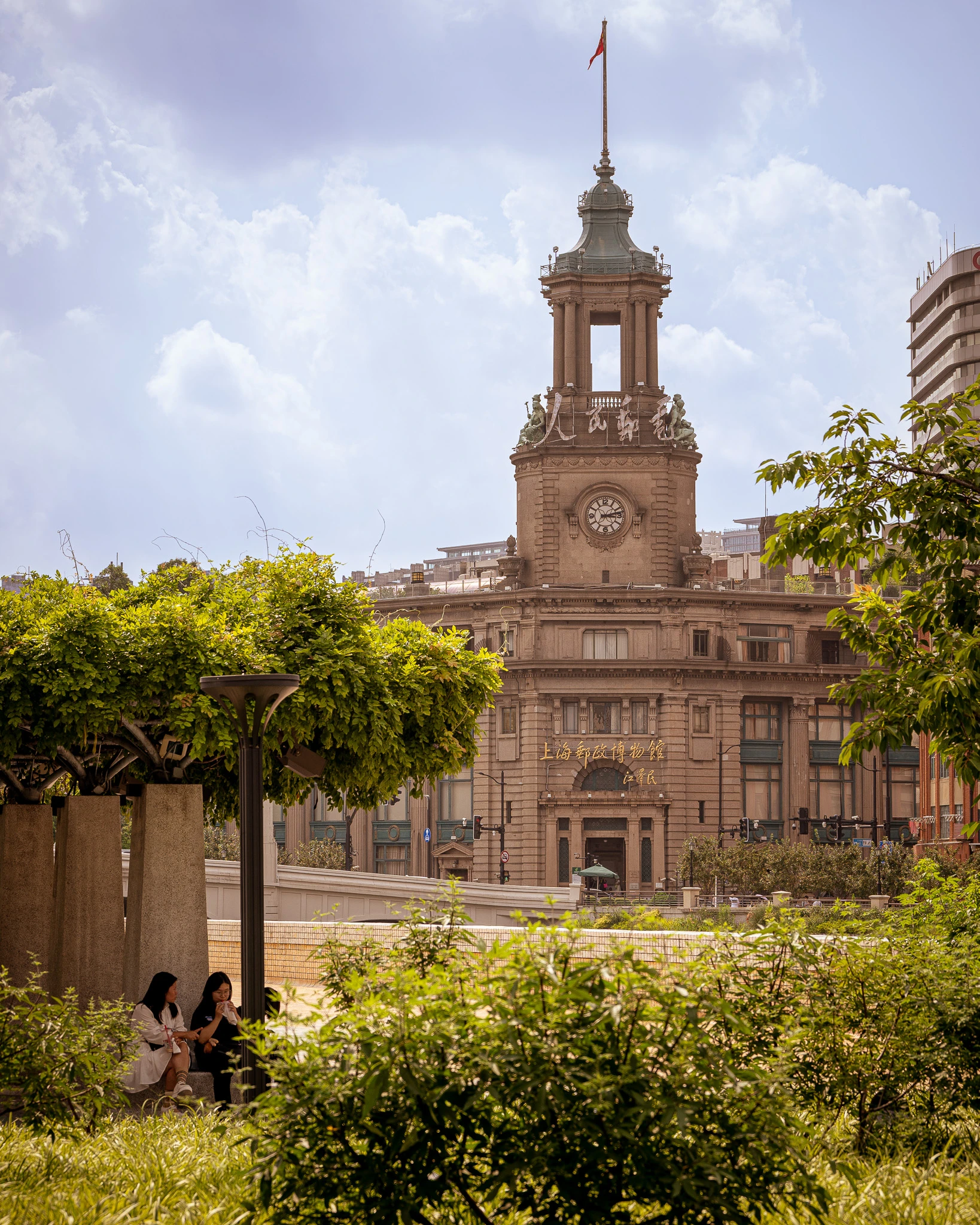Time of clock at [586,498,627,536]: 3:12
